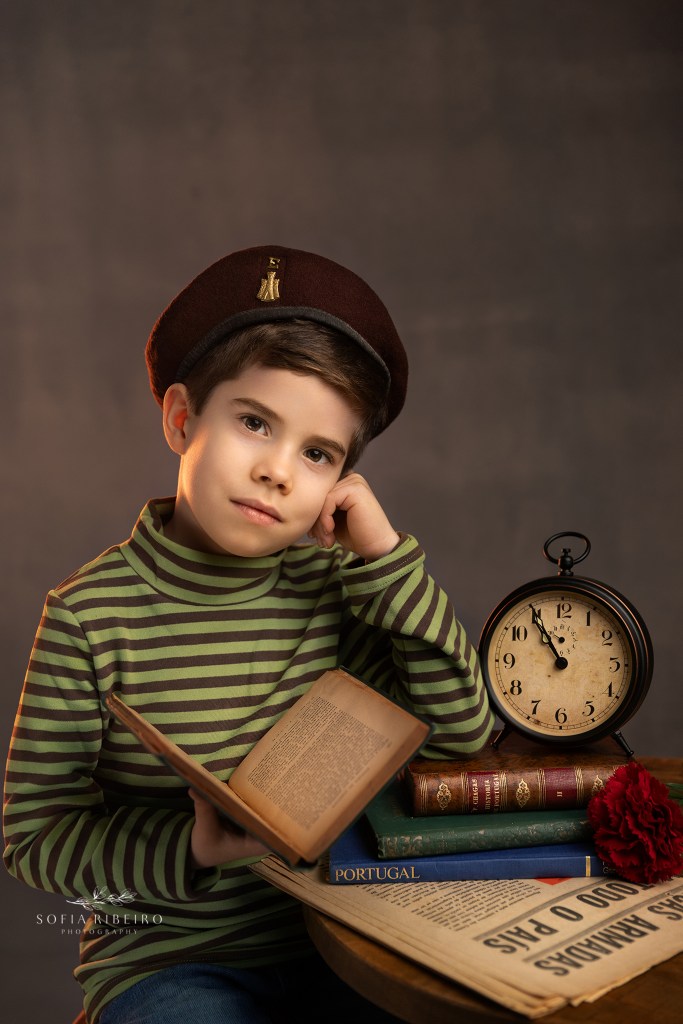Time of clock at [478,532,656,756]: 10:54
